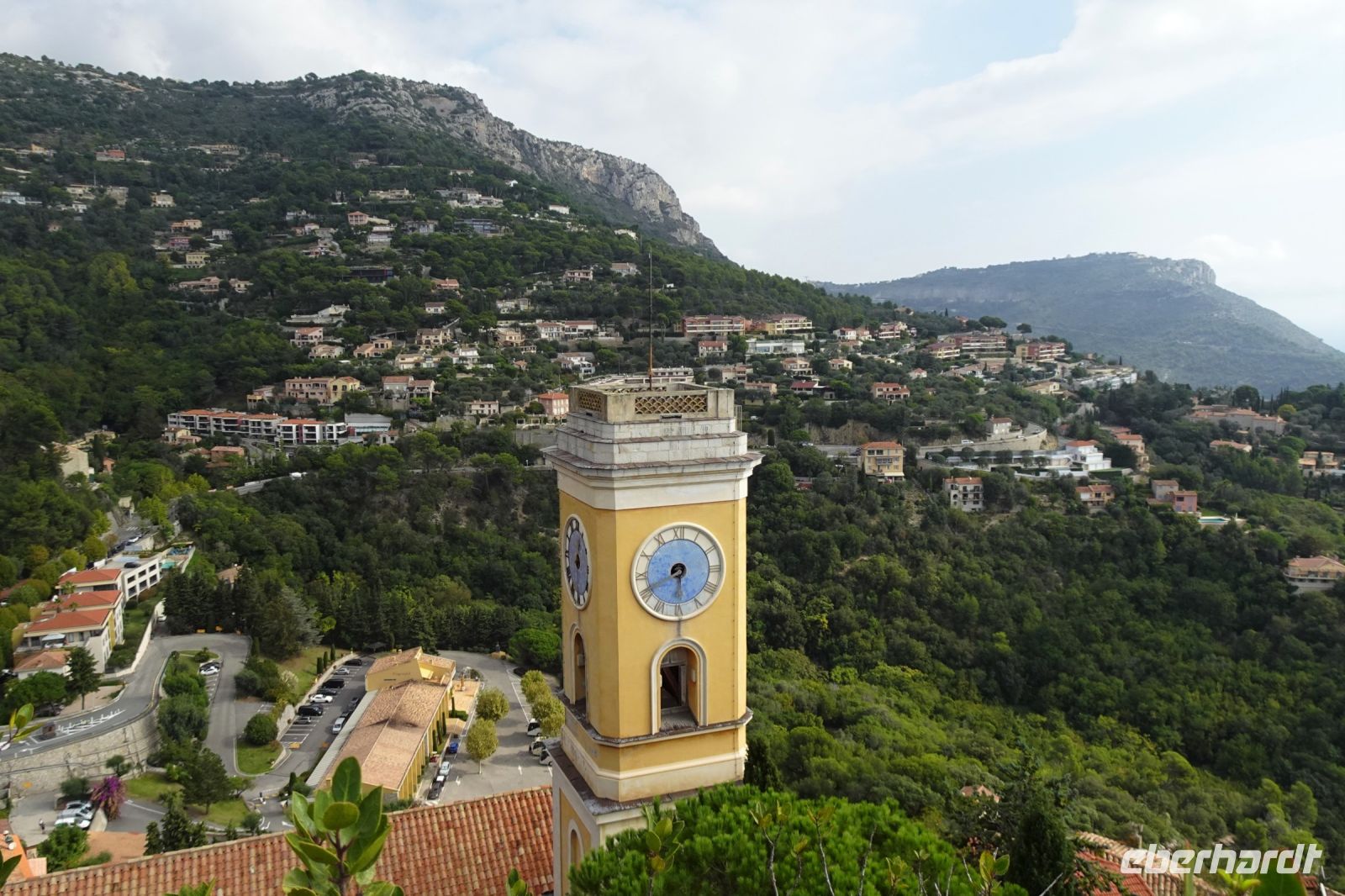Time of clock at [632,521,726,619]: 5:41
